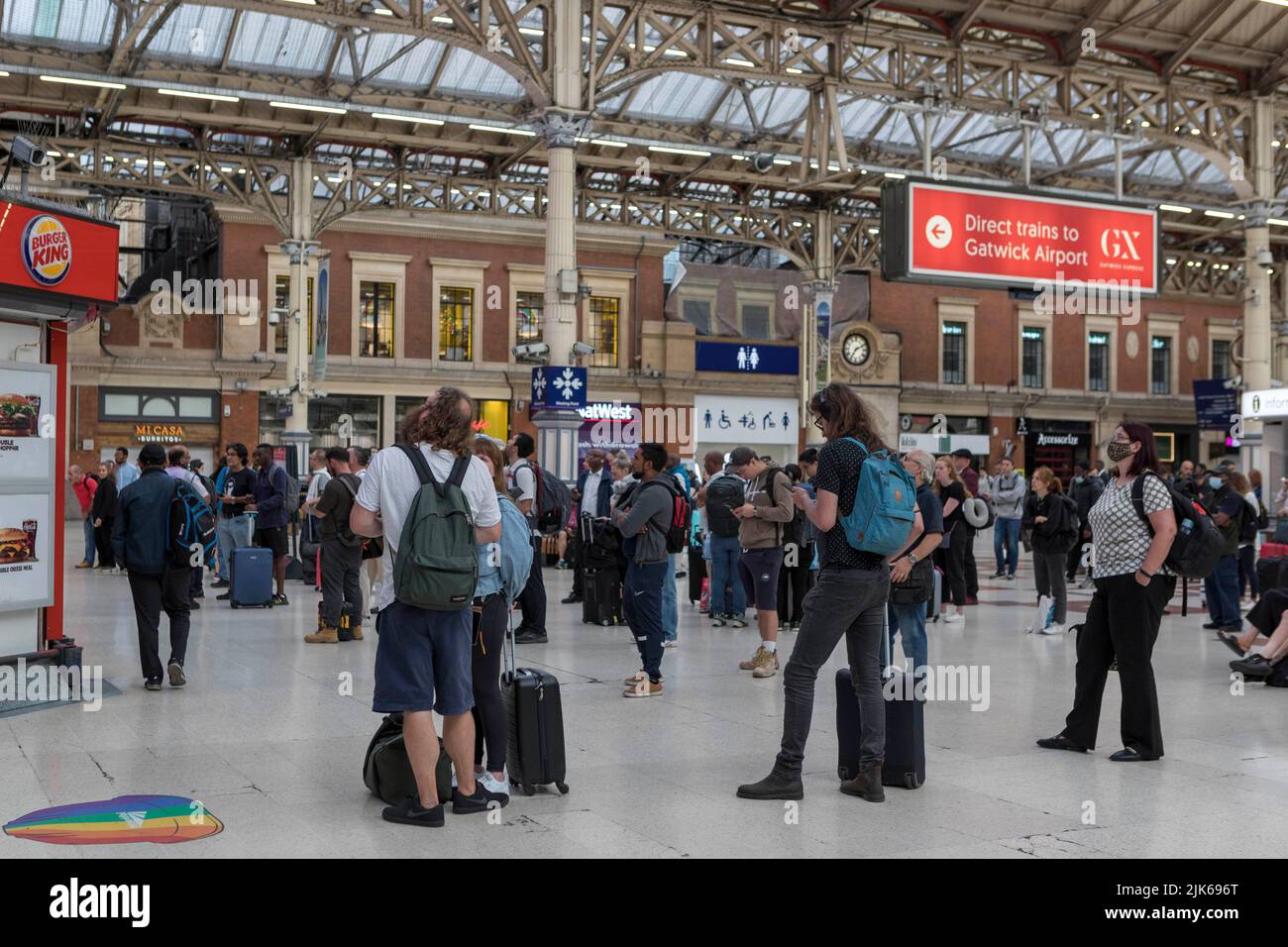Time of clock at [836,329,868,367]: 7:10
